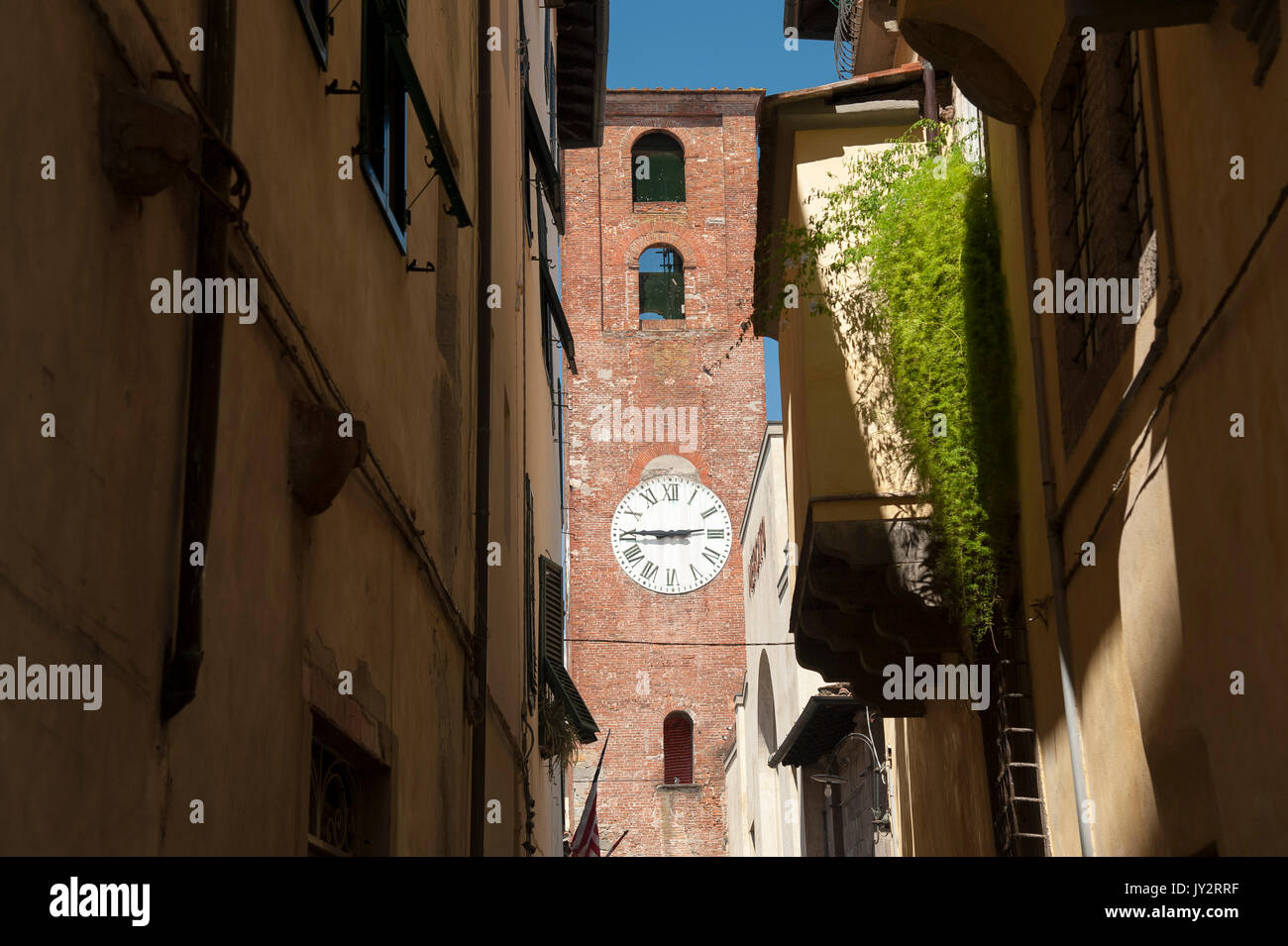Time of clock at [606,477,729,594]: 2:45
